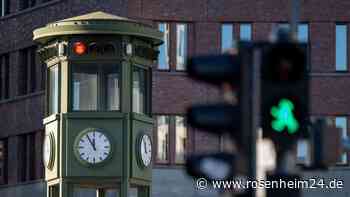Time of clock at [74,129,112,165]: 11:54
